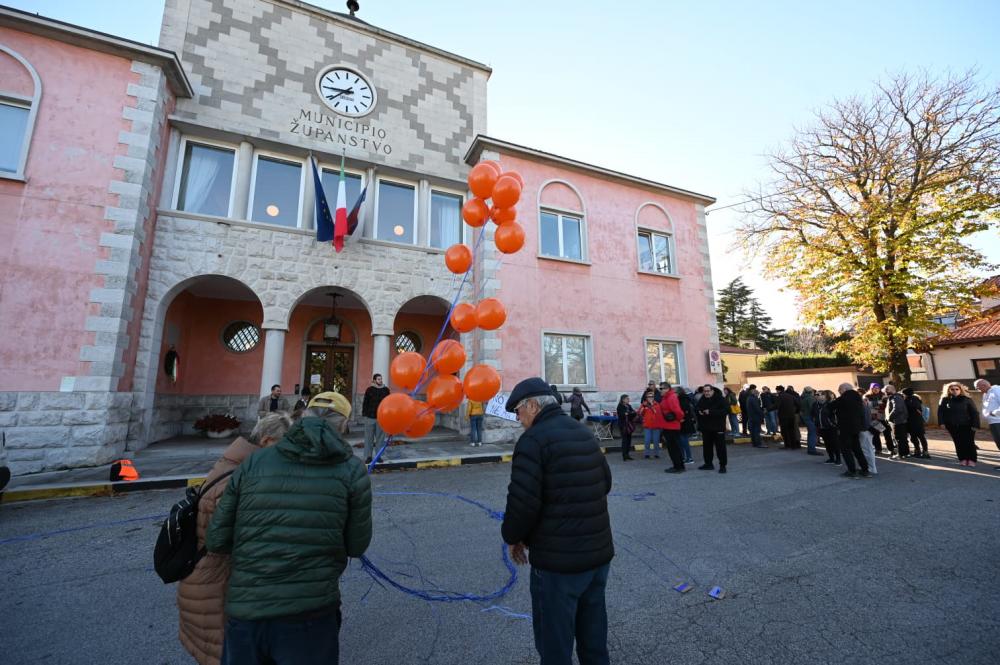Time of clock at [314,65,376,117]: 7:44
